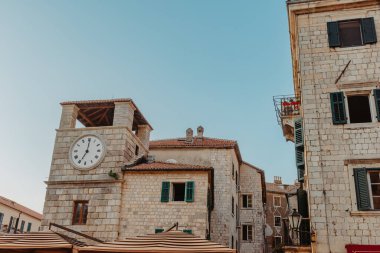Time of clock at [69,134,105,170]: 7:00
